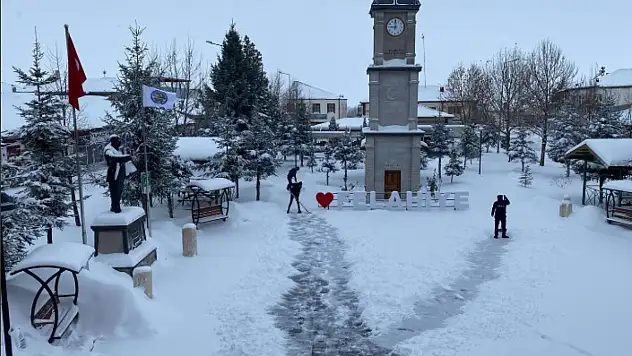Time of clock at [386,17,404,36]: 8:59
